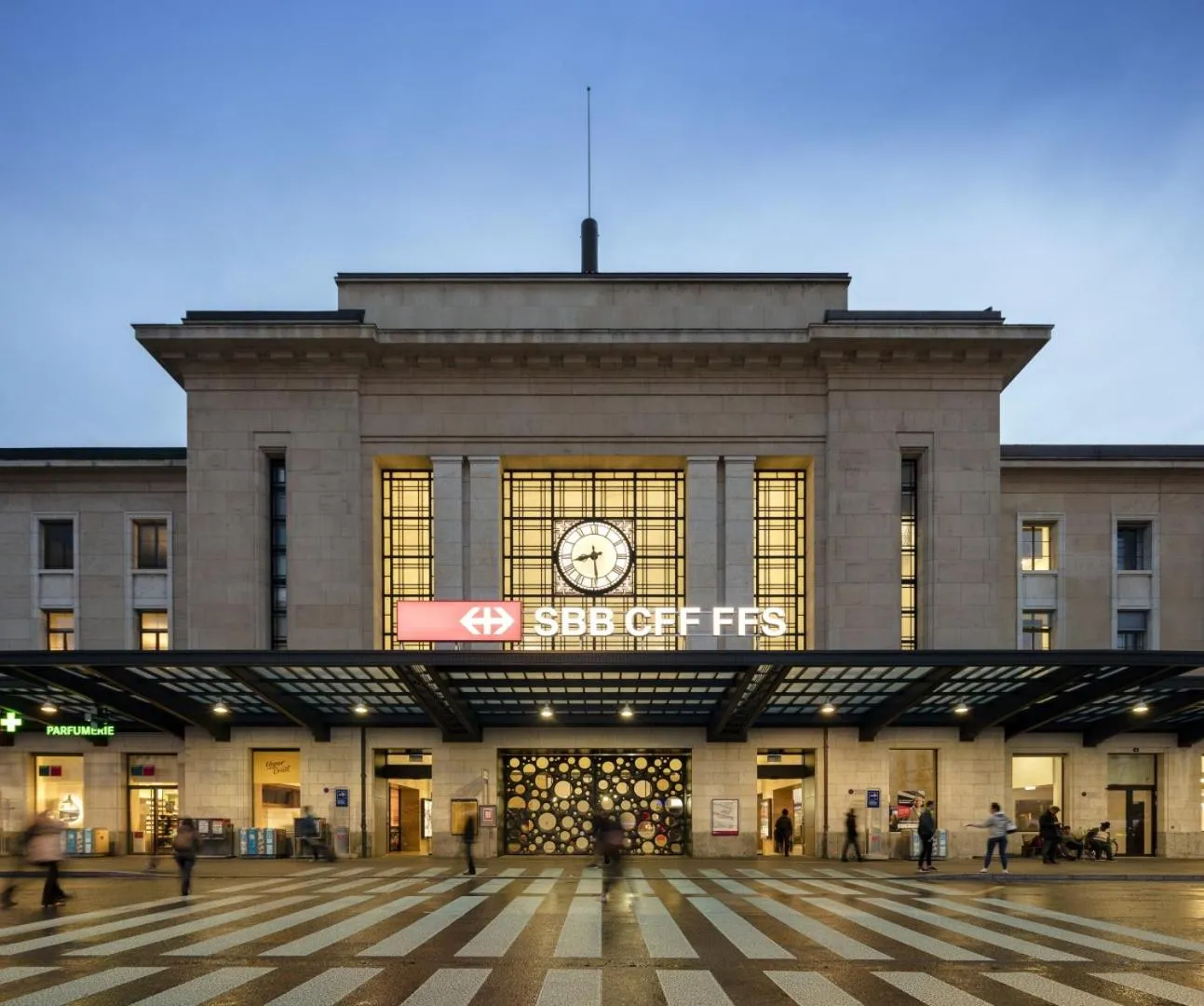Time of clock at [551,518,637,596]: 8:29
